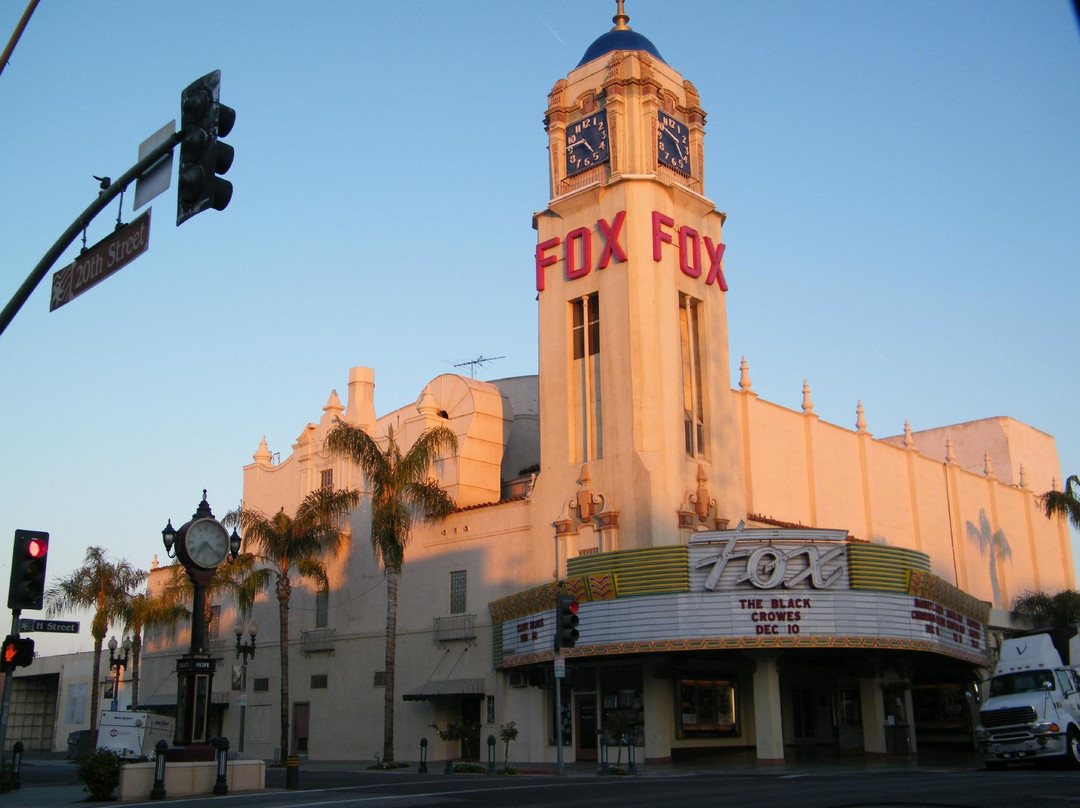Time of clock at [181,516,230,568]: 7:22
